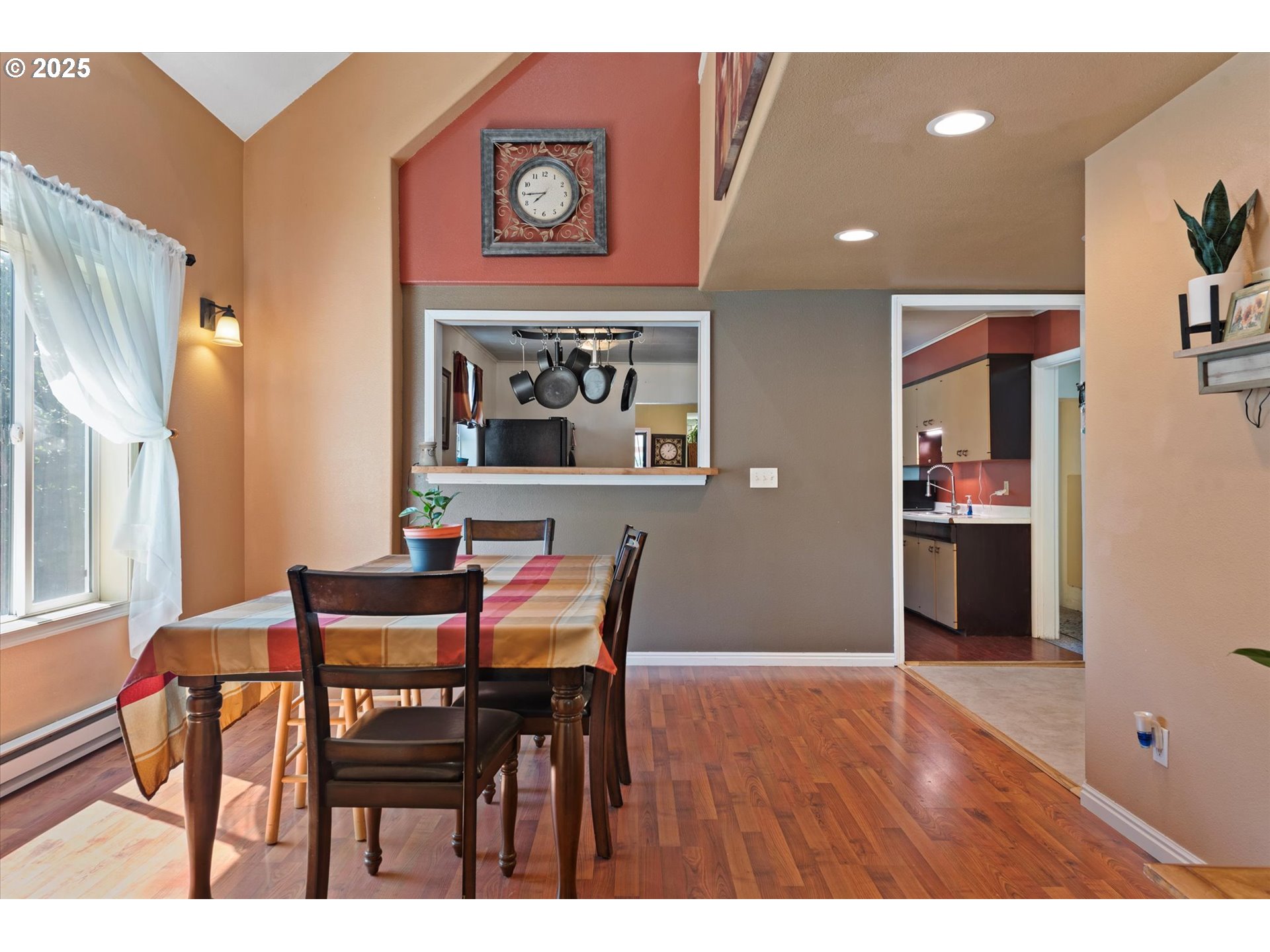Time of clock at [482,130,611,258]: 7:44
